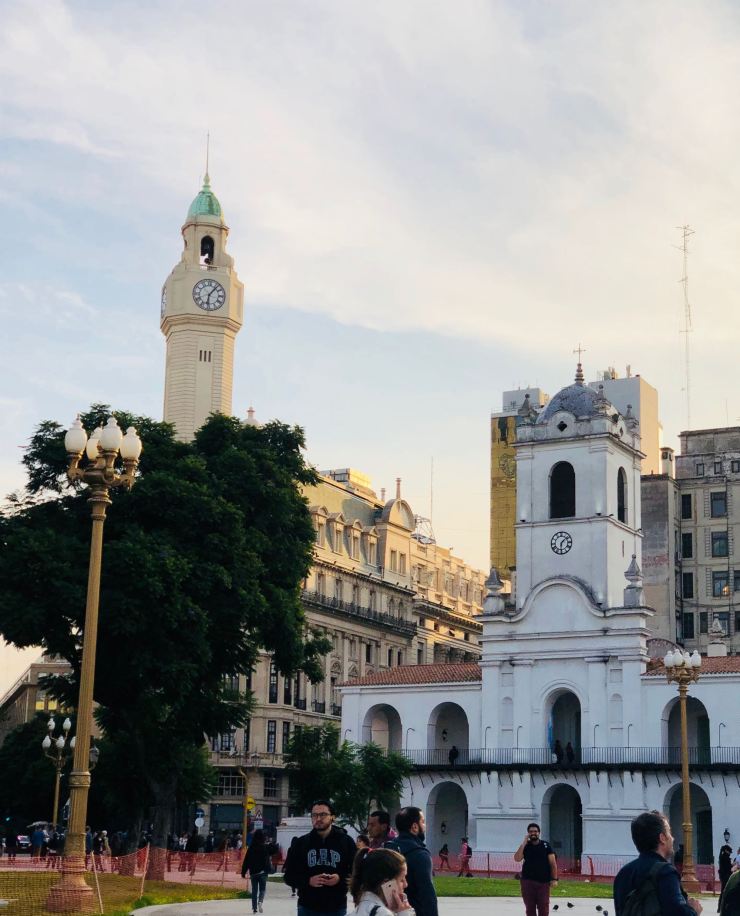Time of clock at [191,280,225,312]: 6:06
